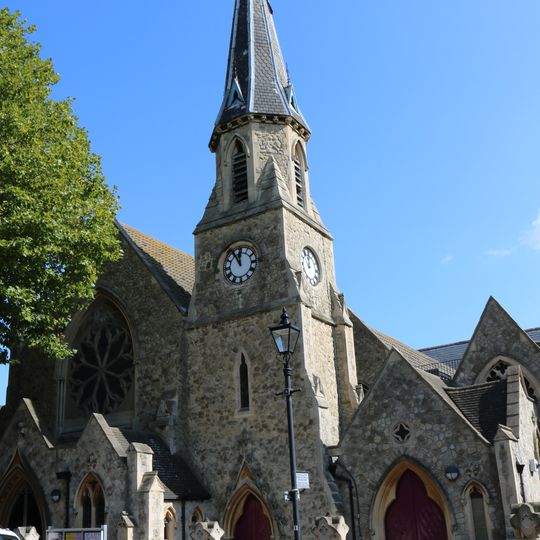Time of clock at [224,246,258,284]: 11:55
